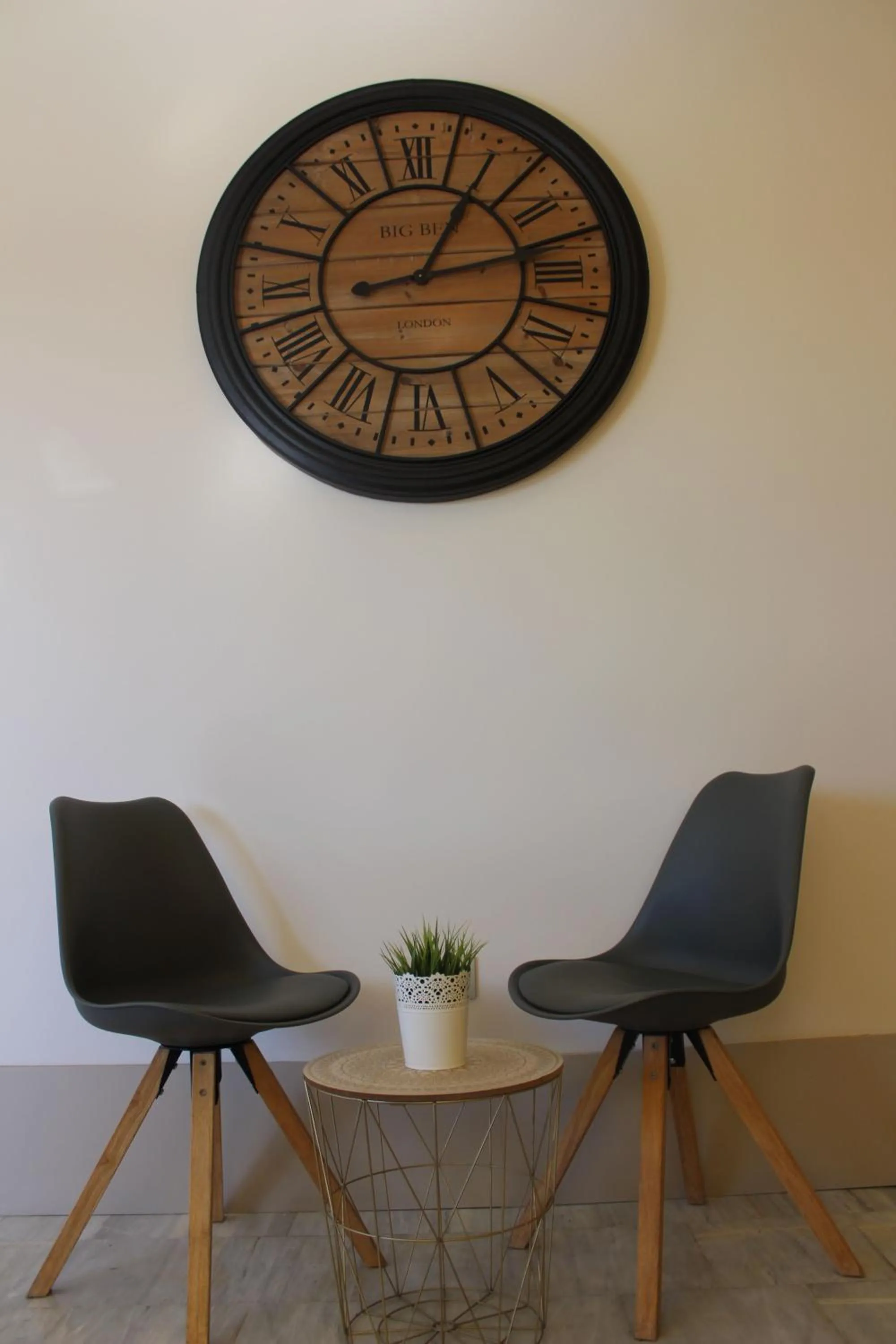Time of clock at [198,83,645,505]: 1:13
